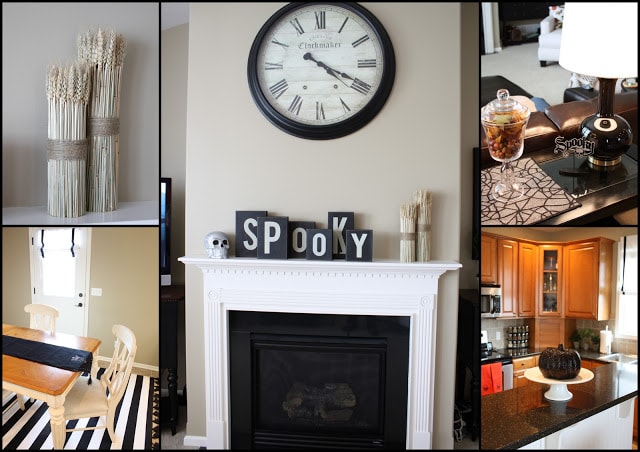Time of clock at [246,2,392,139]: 4:19
